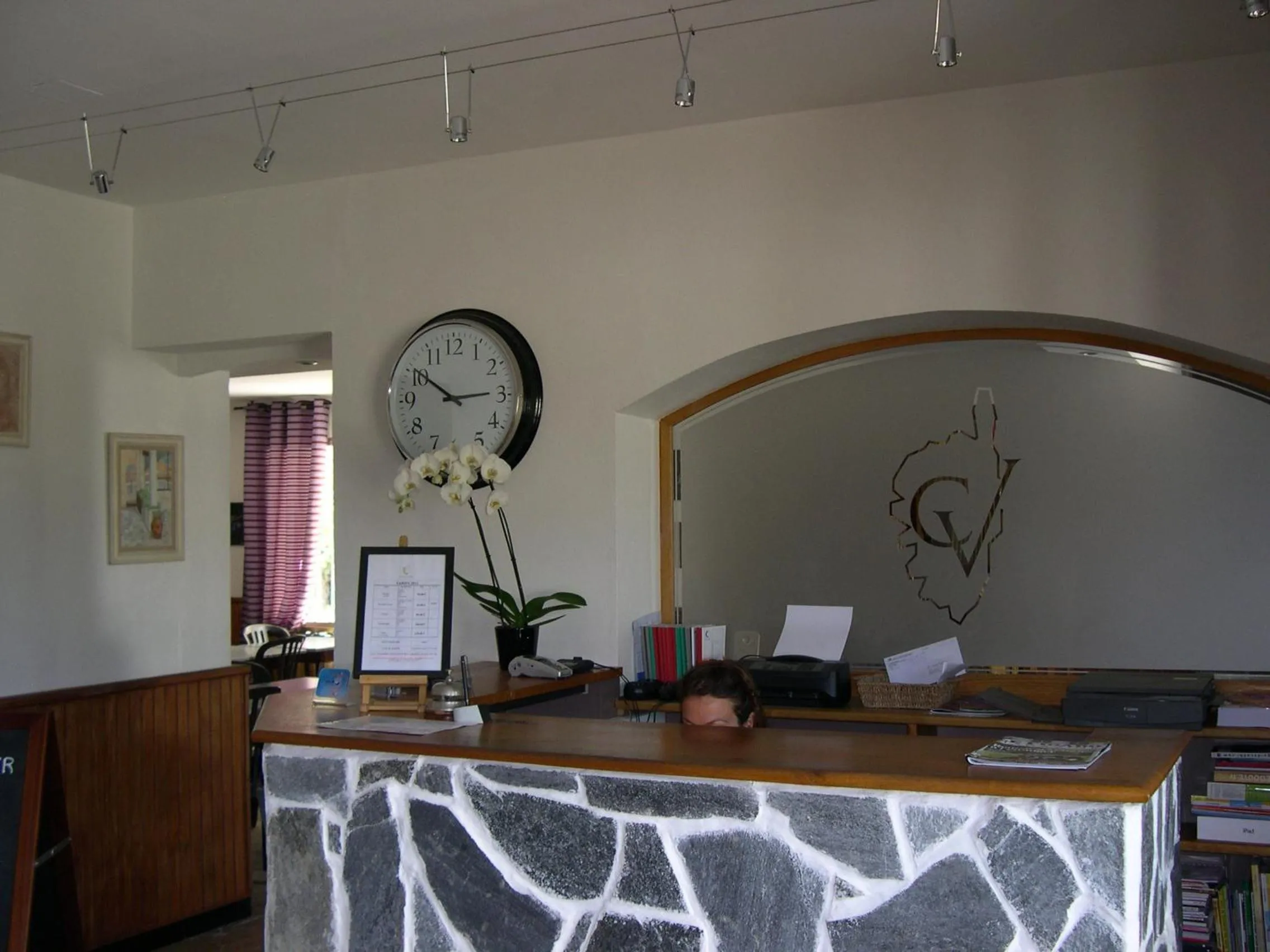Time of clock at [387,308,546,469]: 2:50
